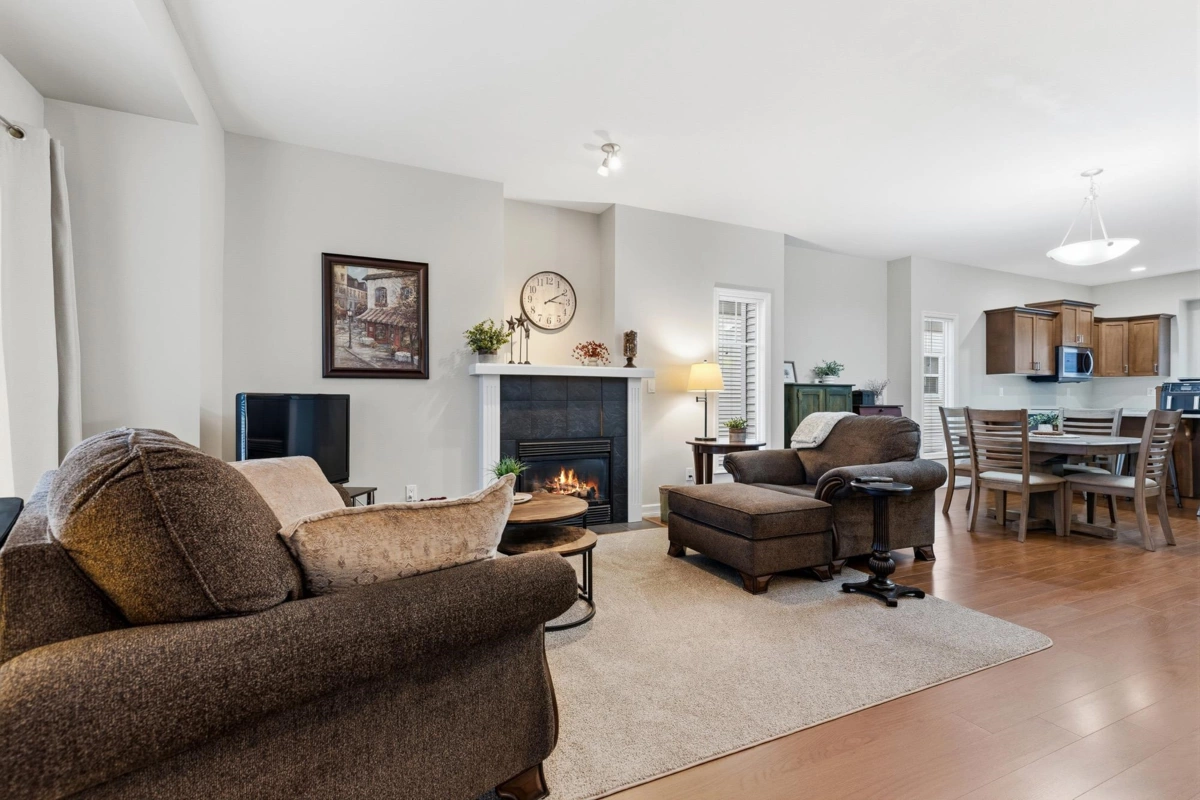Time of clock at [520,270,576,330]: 3:10
